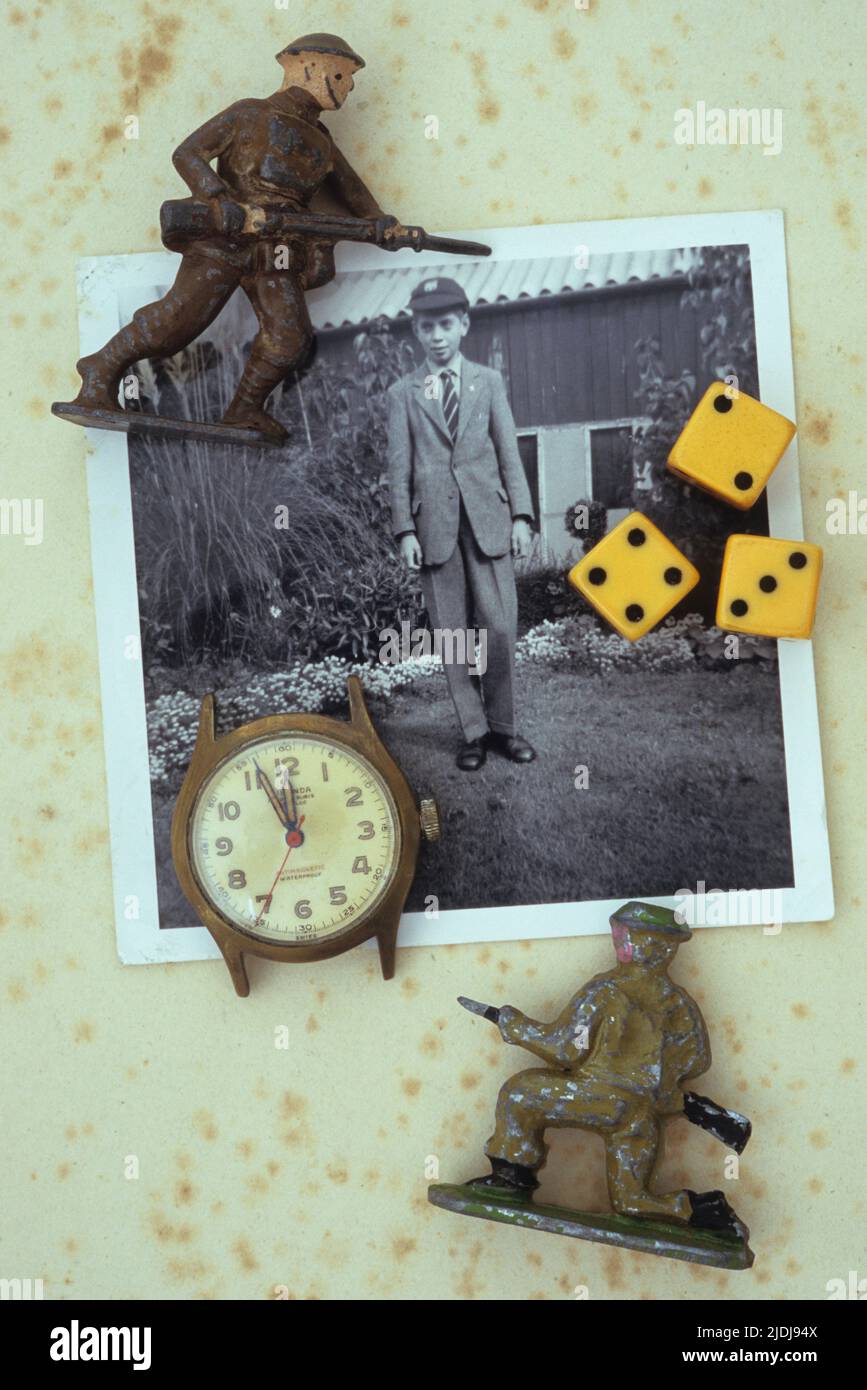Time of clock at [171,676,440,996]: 11:56
